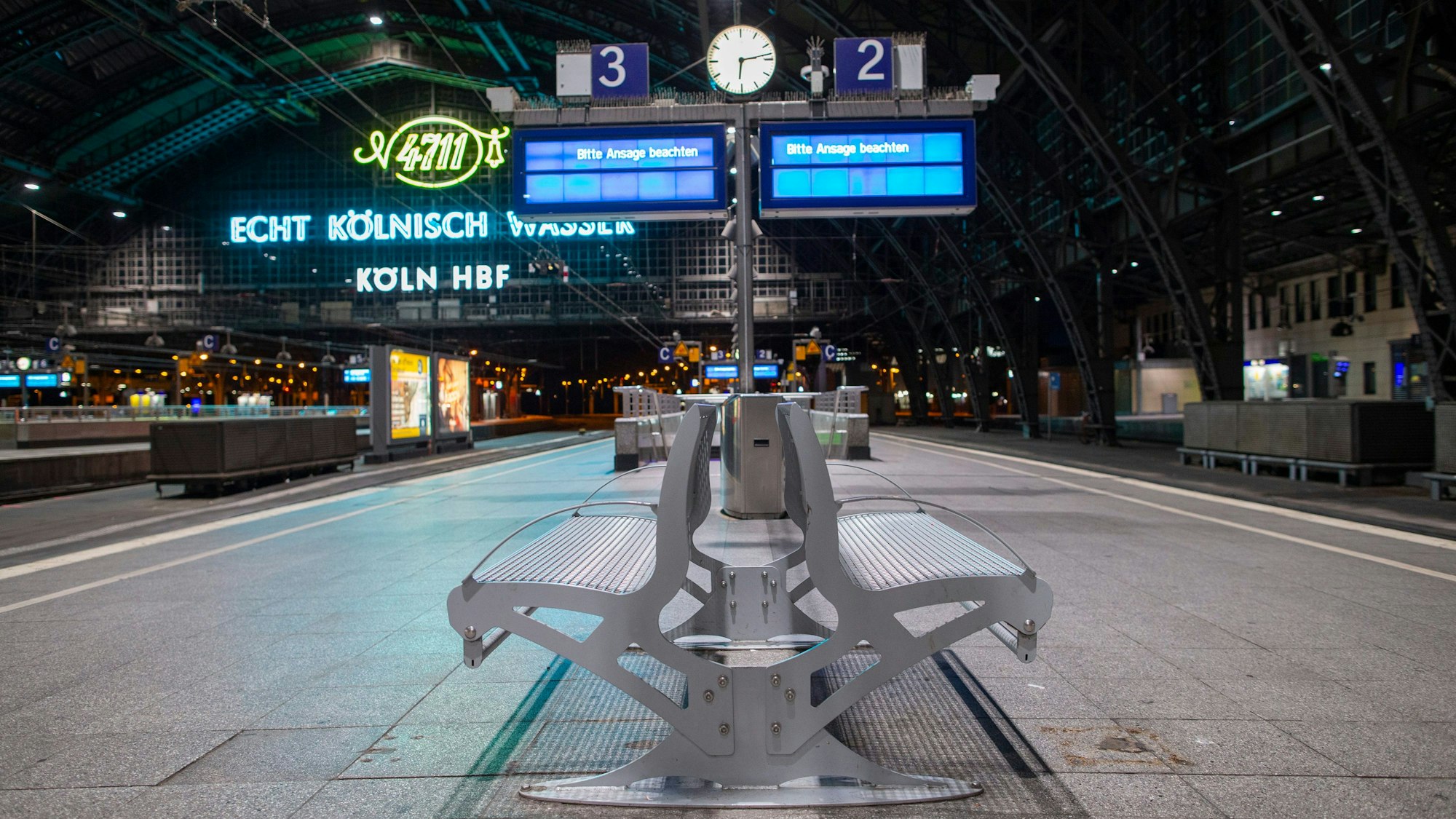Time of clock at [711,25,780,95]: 6:13
